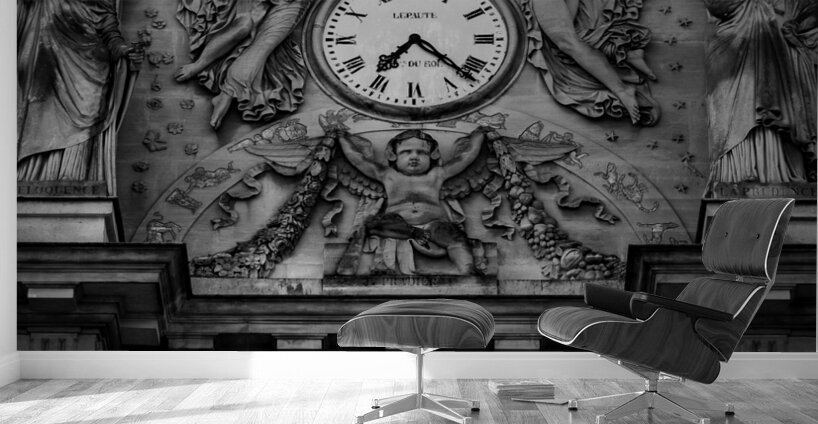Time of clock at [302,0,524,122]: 7:22
